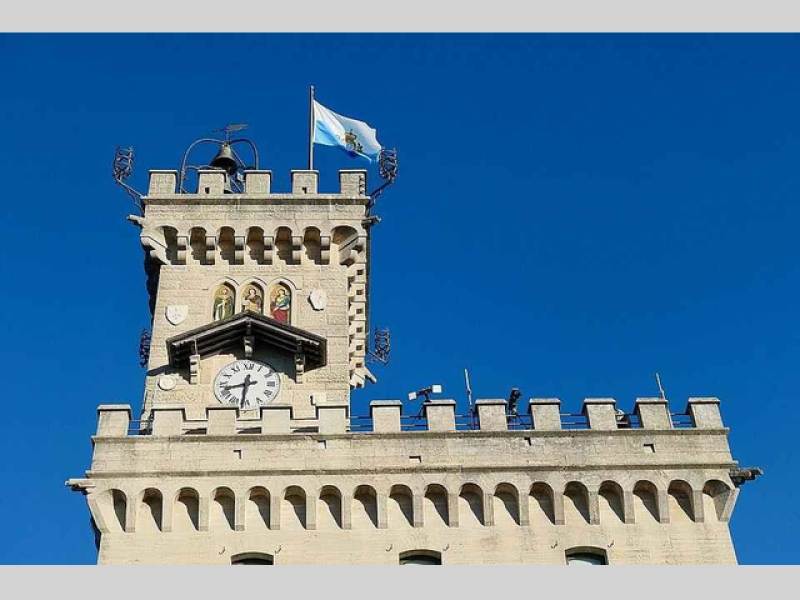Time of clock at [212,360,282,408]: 8:31
